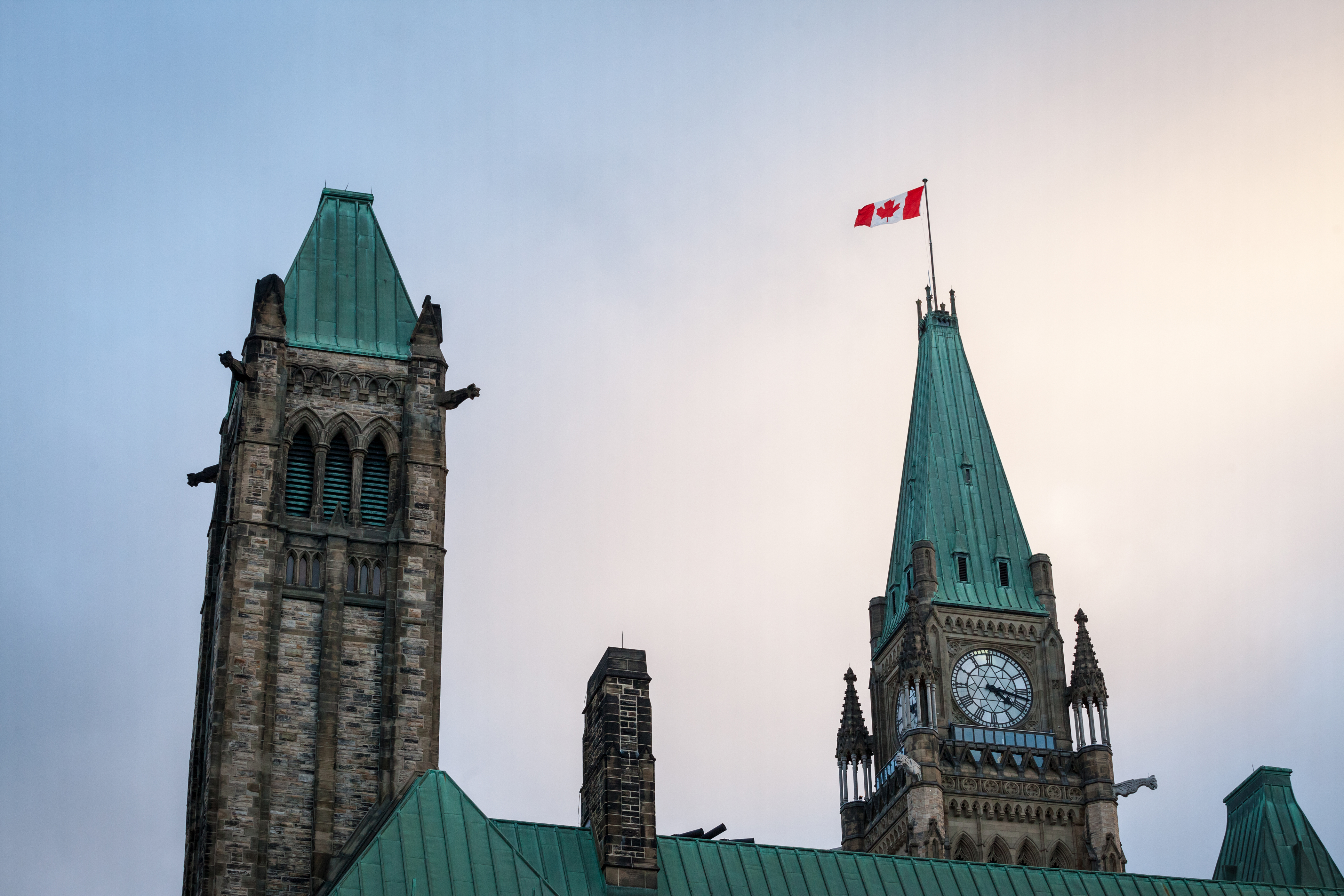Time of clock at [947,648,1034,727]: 4:16
